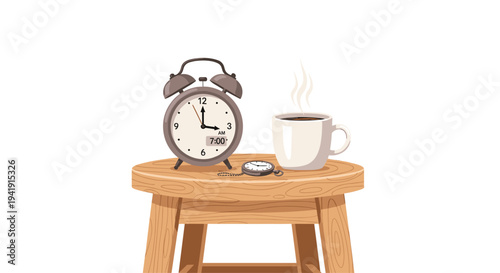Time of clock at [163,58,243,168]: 3:00
